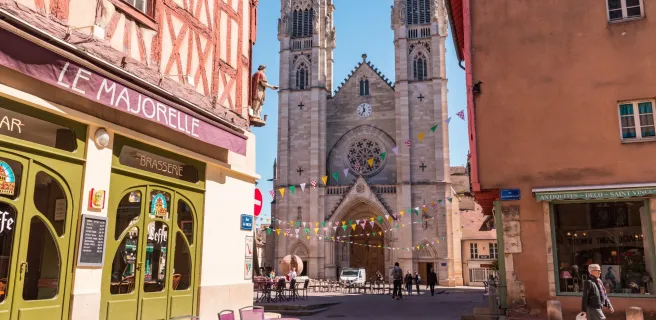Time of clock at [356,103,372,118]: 11:35
